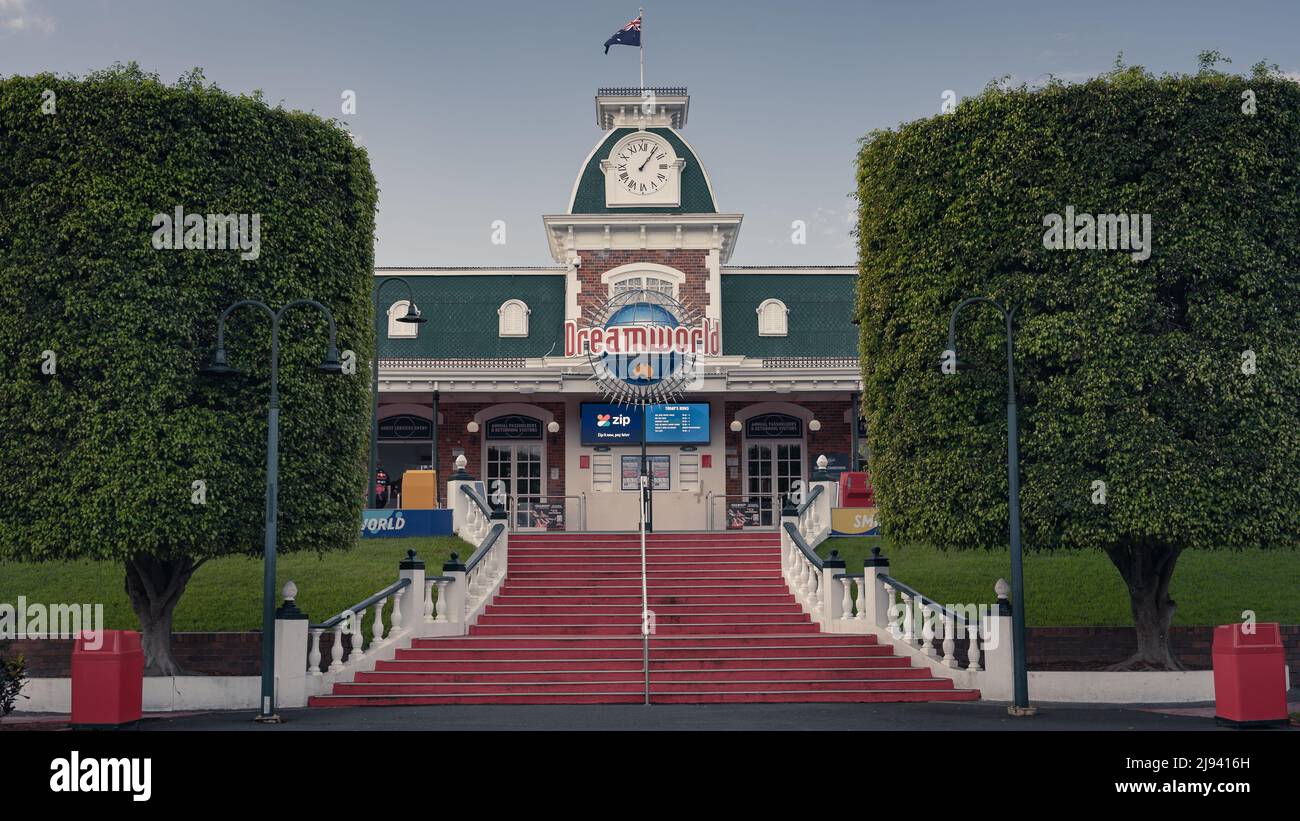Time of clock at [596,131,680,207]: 1:06
